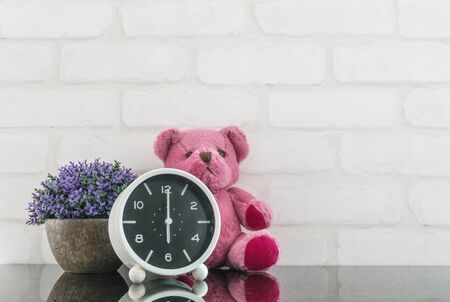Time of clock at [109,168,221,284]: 6:00
